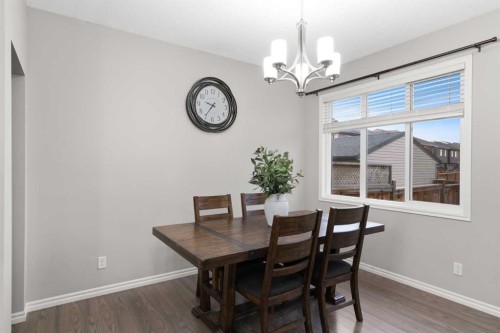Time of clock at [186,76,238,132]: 9:35
